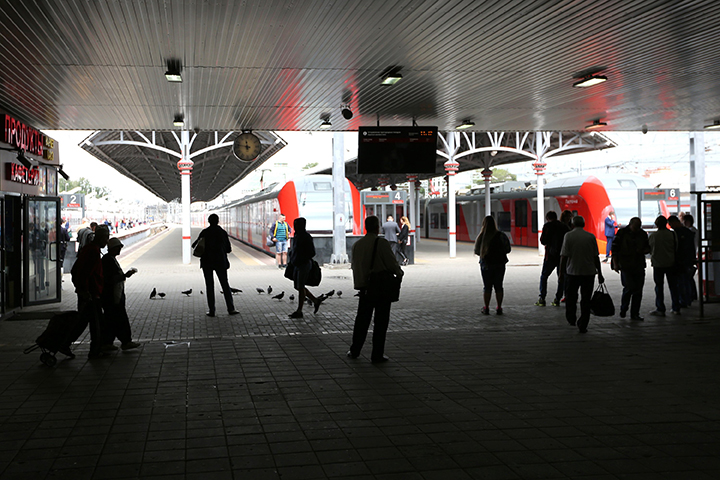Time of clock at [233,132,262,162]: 11:46
